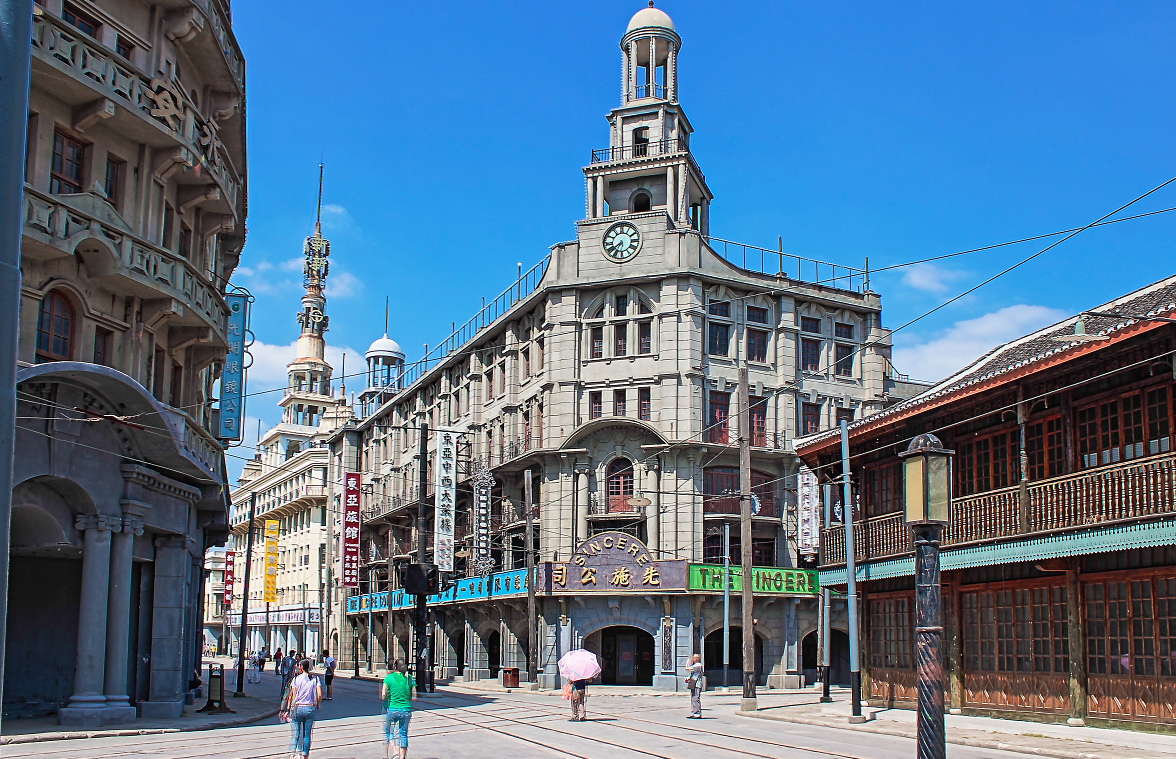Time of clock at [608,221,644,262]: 7:33
